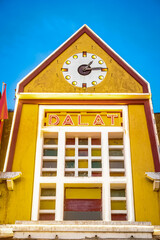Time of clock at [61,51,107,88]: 1:13
